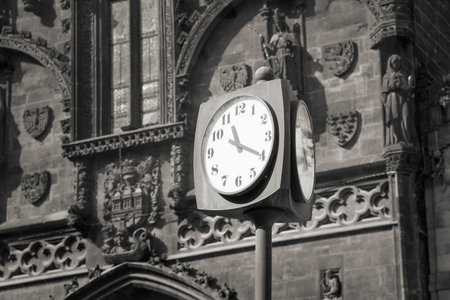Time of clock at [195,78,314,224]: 11:19
